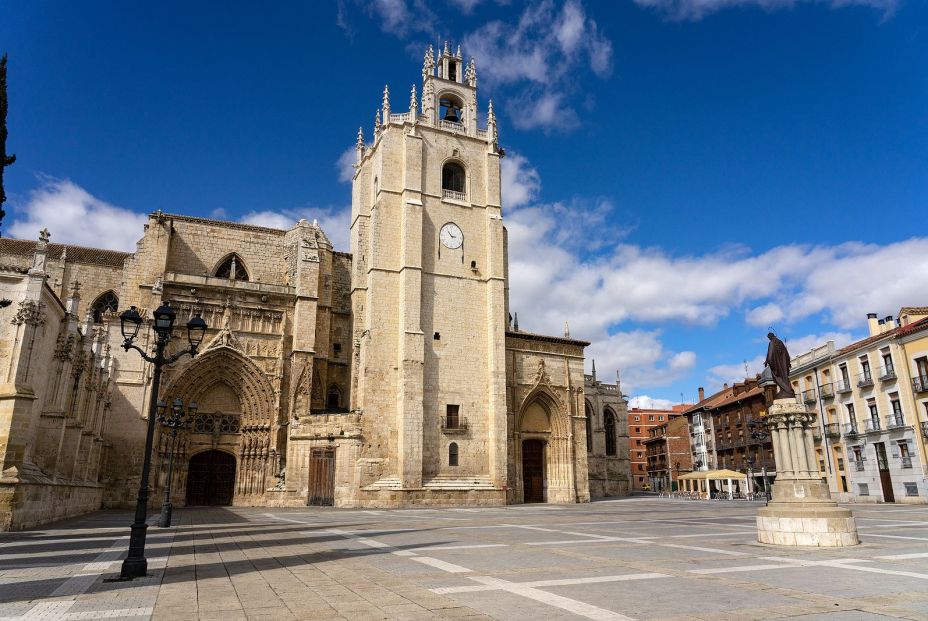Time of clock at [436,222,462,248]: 2:53
